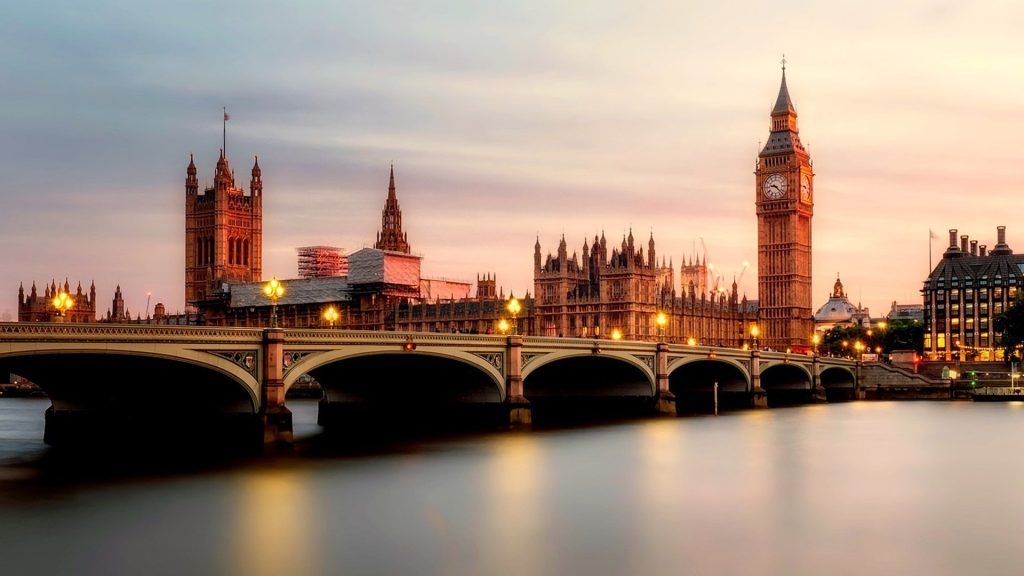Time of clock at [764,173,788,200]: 9:22
